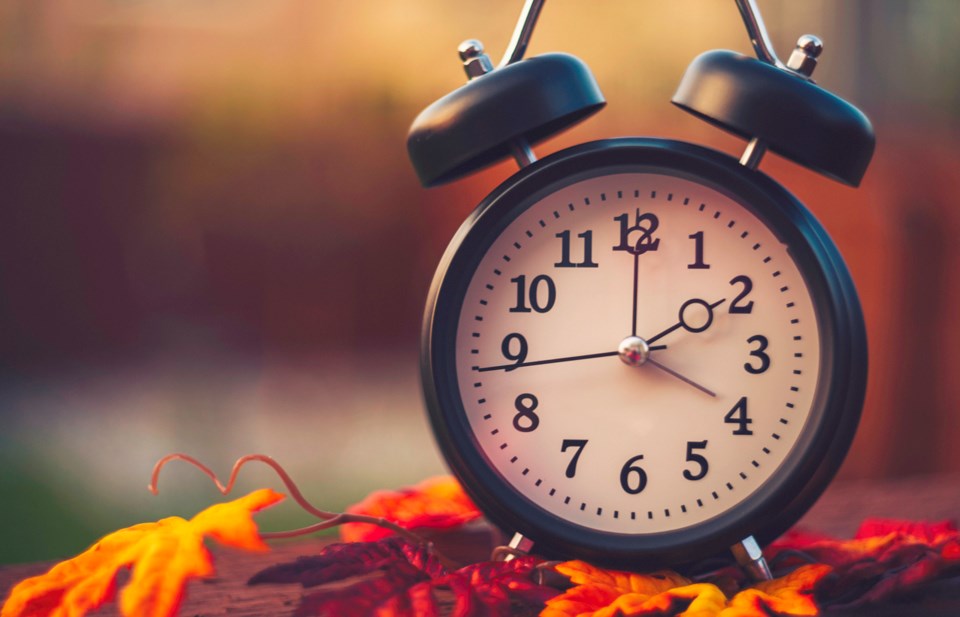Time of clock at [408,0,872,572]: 2:00
